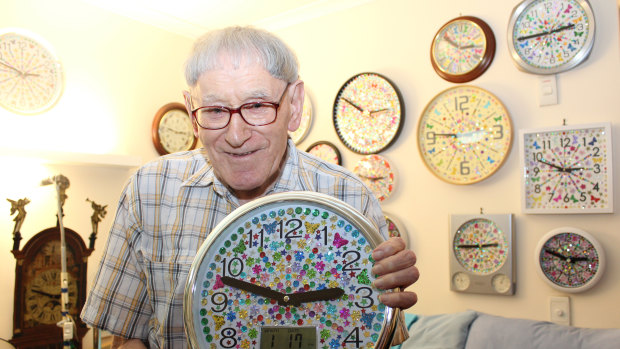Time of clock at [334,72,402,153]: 2:49
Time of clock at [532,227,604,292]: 2:48
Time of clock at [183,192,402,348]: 2:48
